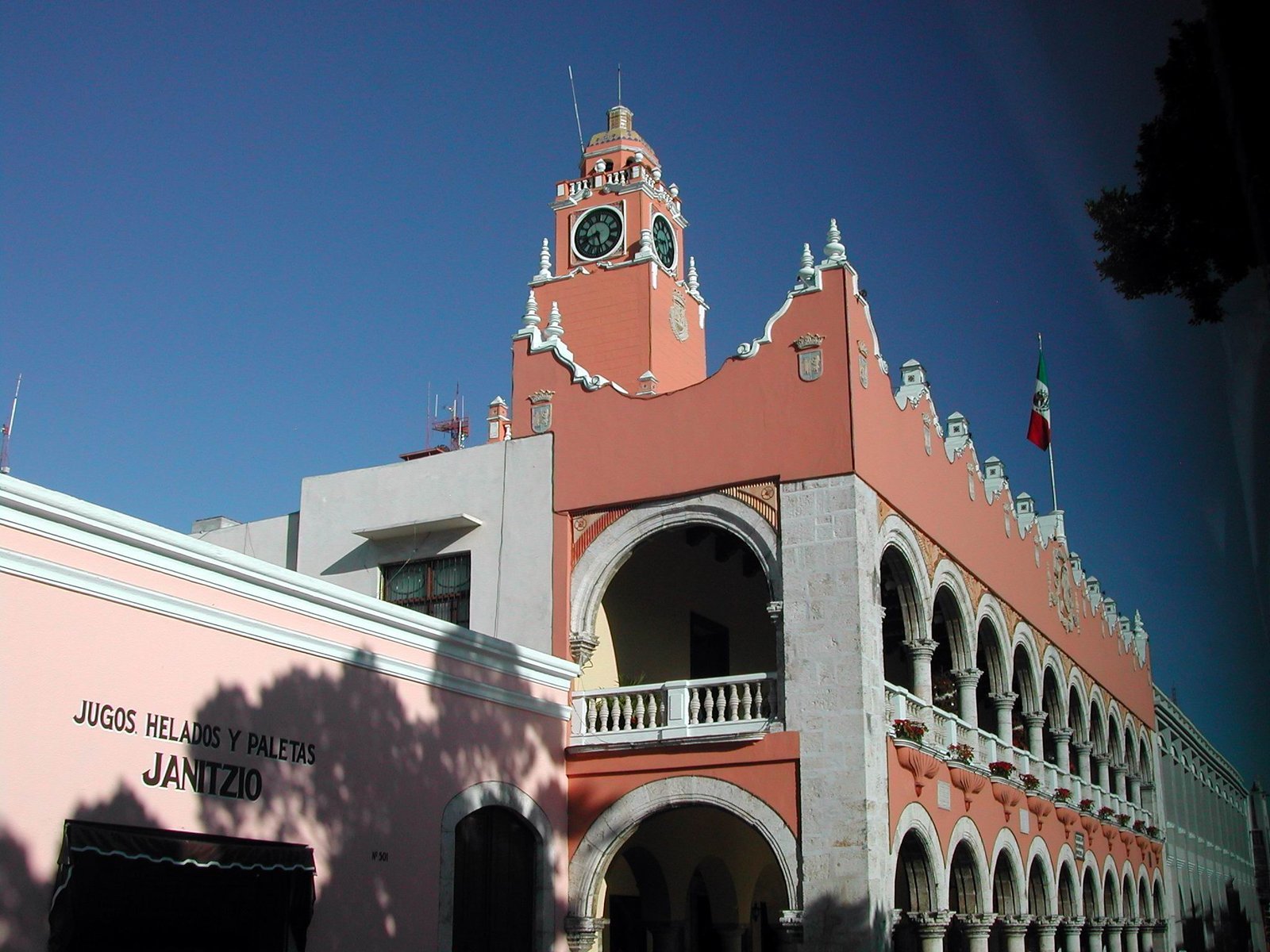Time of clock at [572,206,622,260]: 8:26
